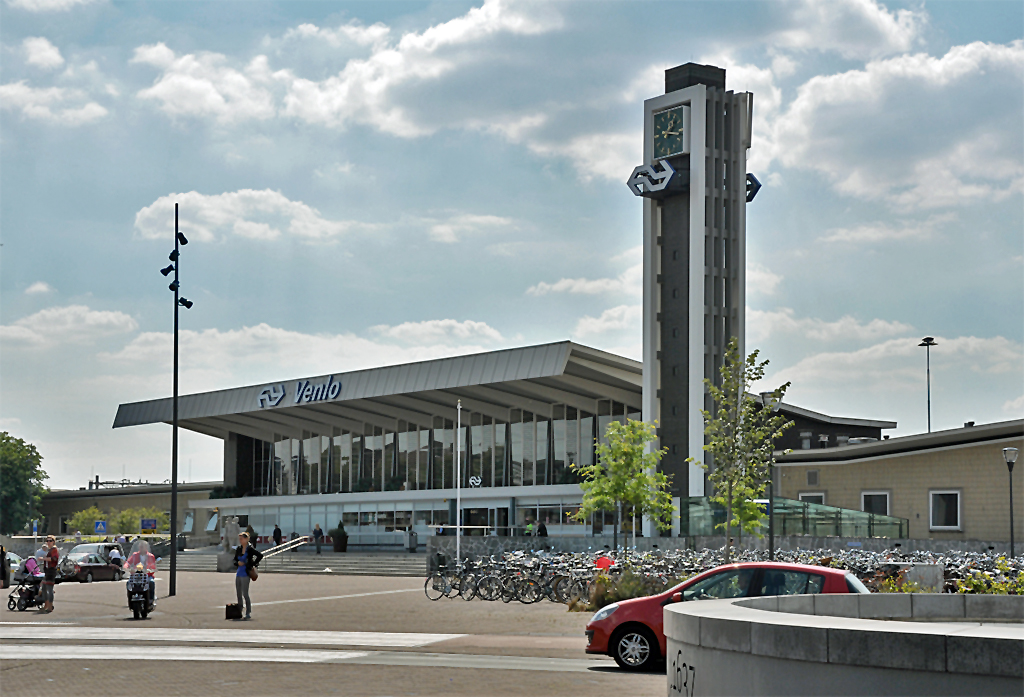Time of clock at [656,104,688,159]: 1:16
